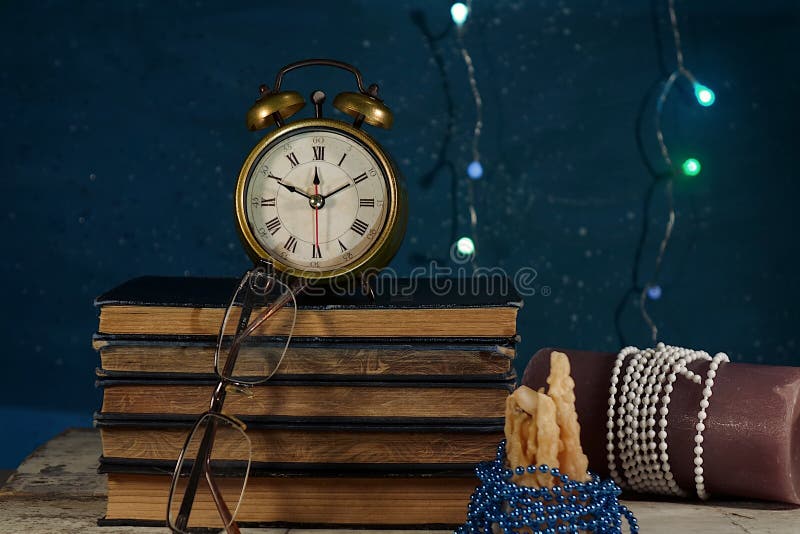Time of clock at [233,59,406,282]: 11:49
